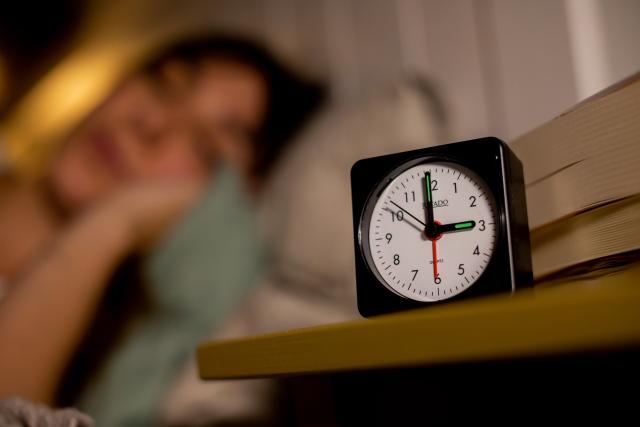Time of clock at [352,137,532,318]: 2:59
